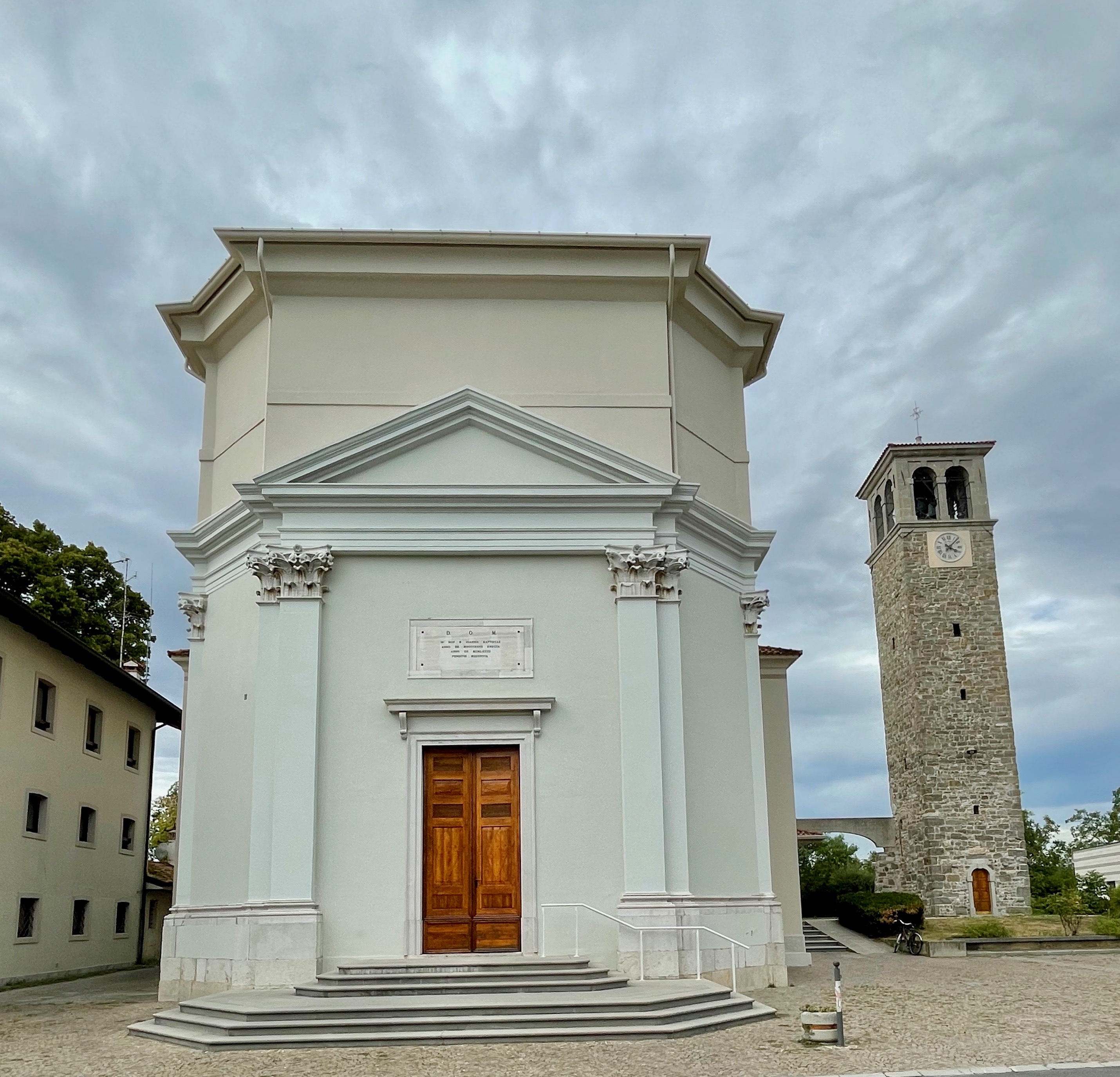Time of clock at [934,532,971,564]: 4:07
